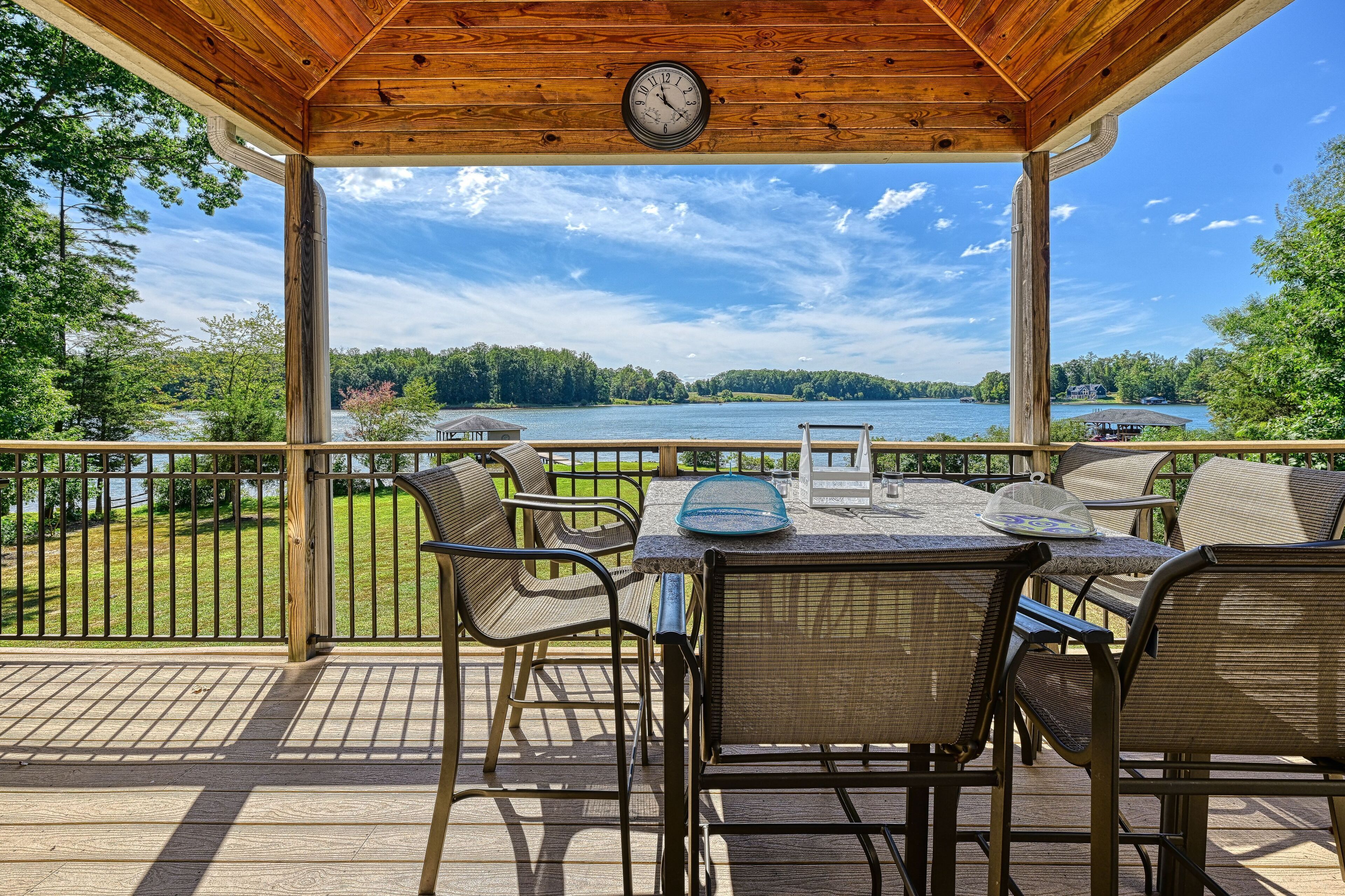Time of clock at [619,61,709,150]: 11:21
